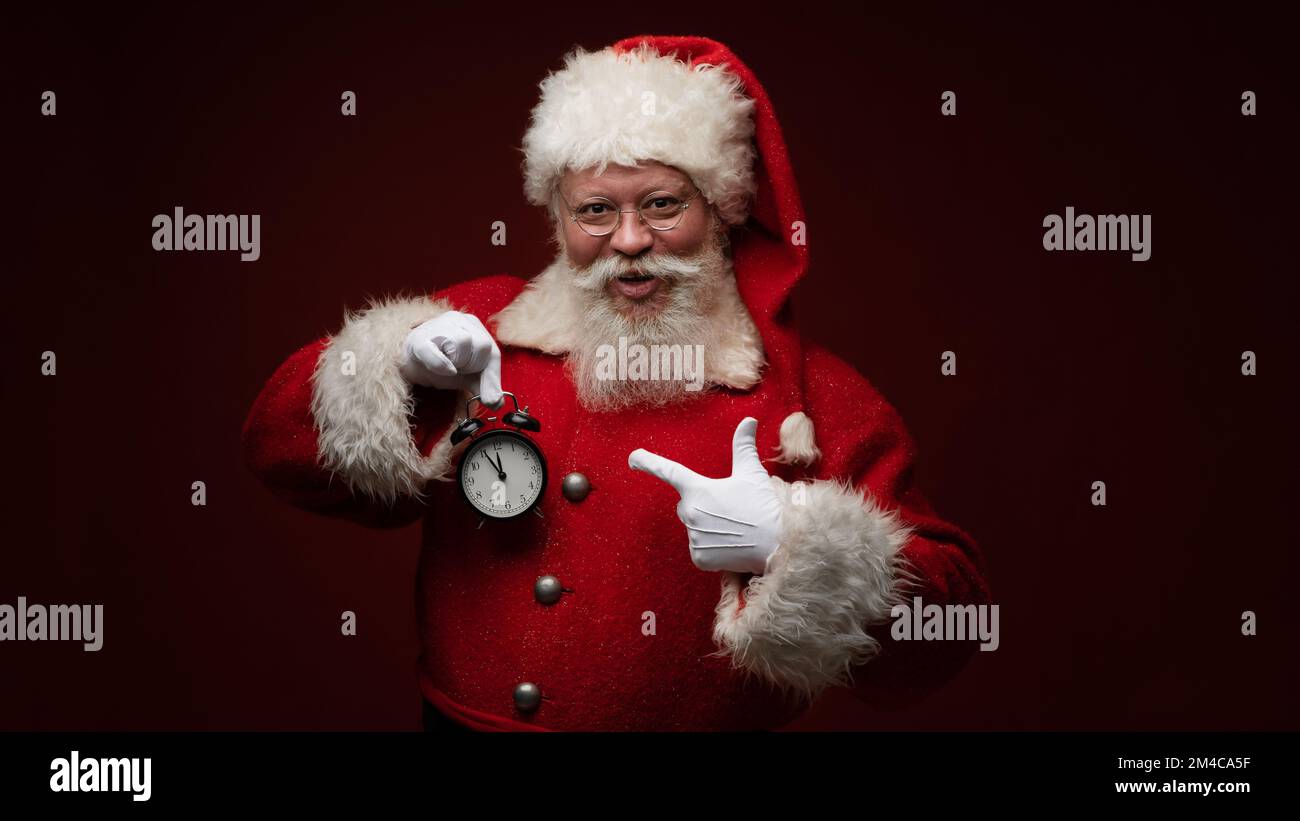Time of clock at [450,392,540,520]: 11:55
